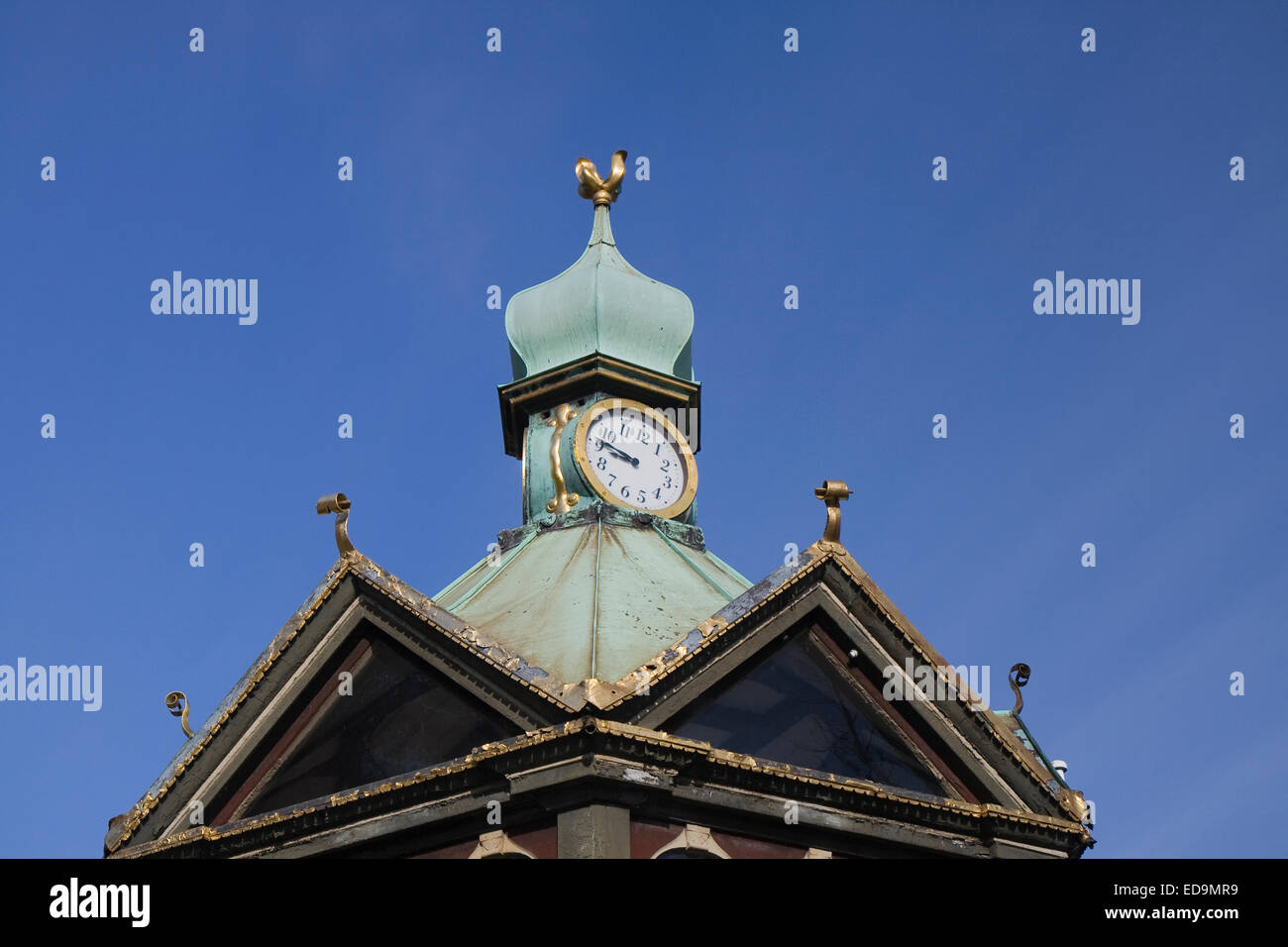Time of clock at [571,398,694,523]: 8:46
